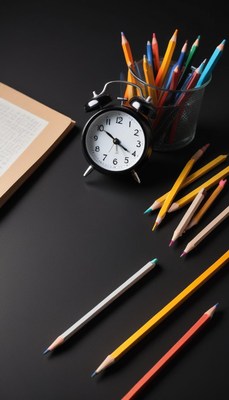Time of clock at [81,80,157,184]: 10:20
